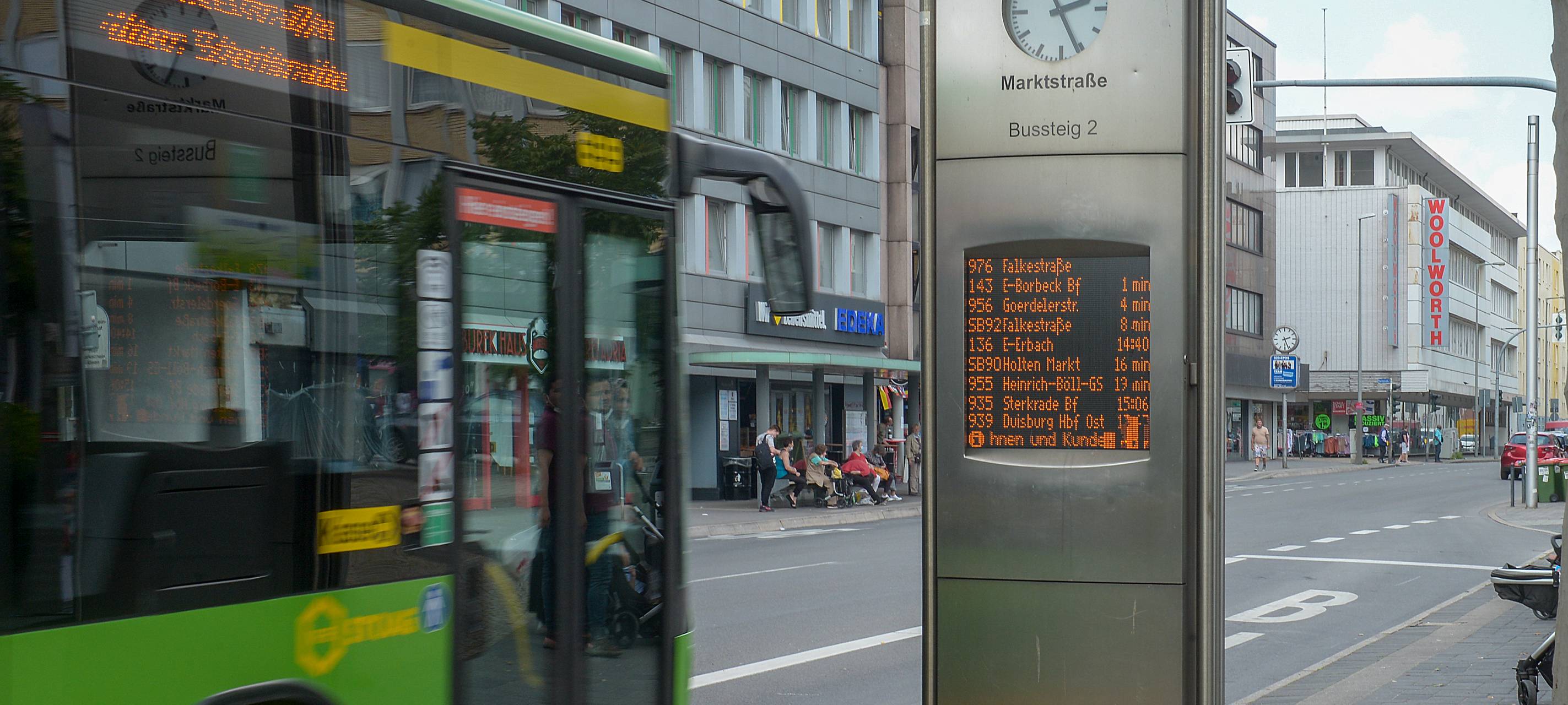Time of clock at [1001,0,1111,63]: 2:26
